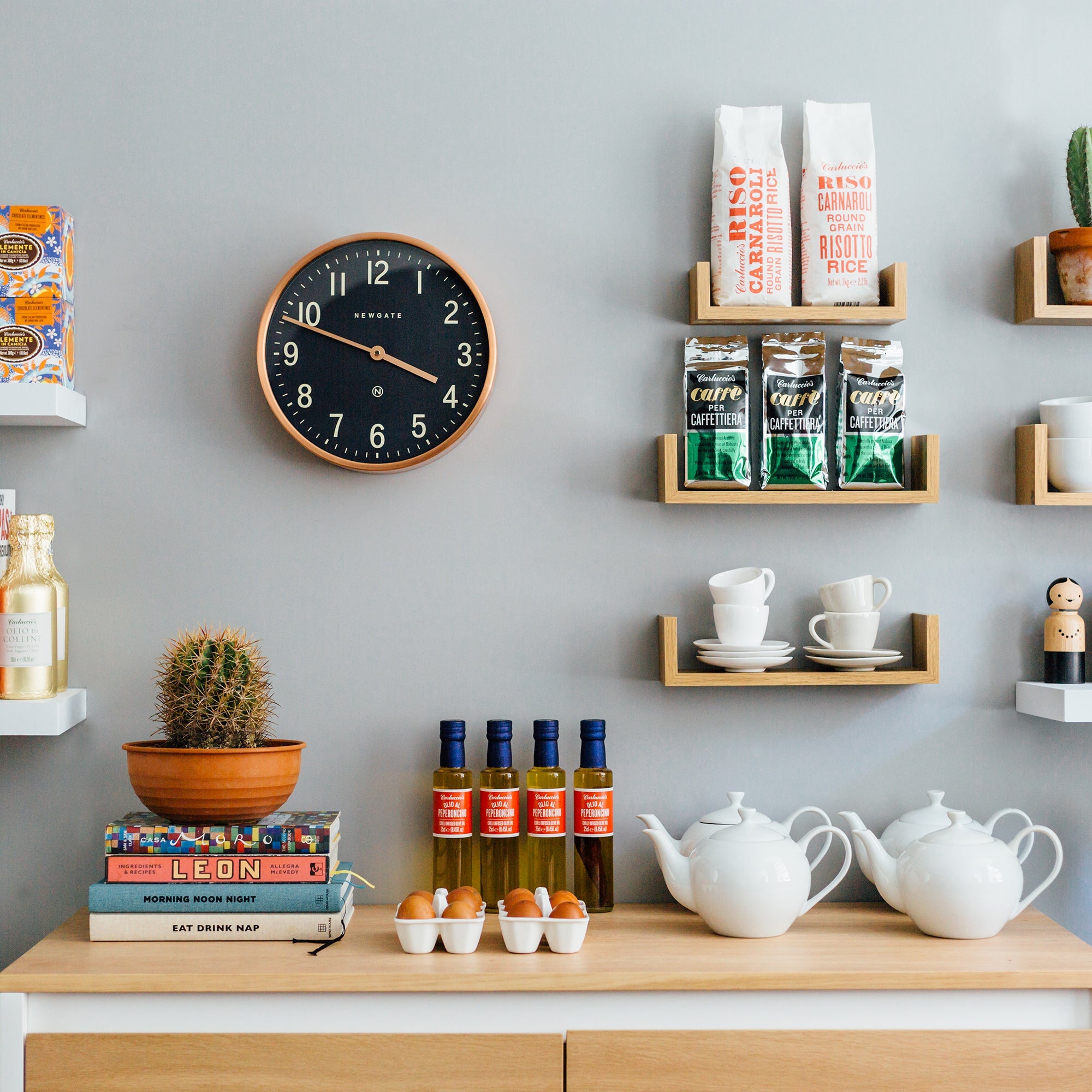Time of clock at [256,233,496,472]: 3:48
